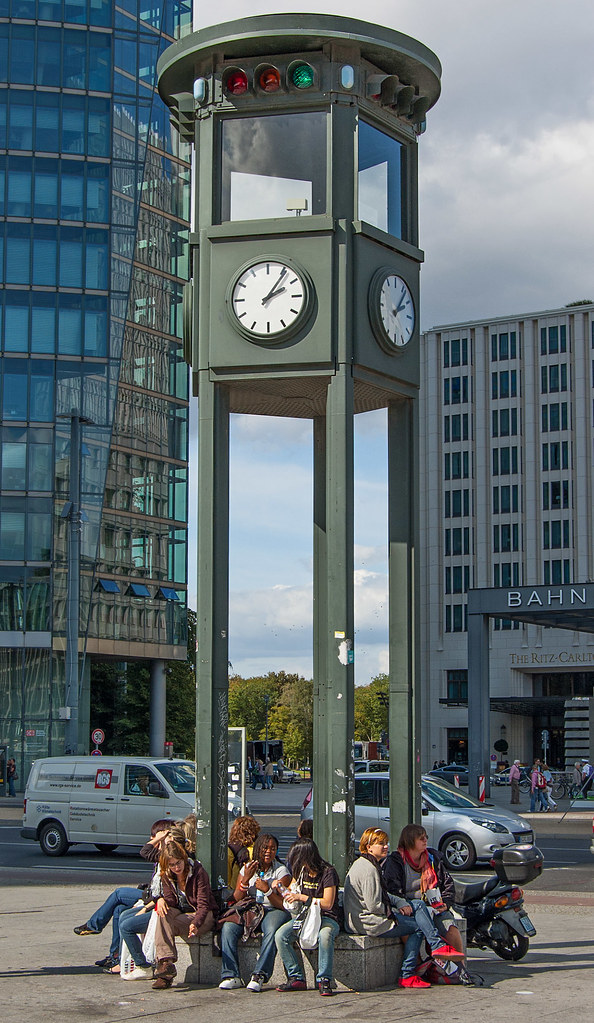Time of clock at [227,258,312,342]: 2:06
